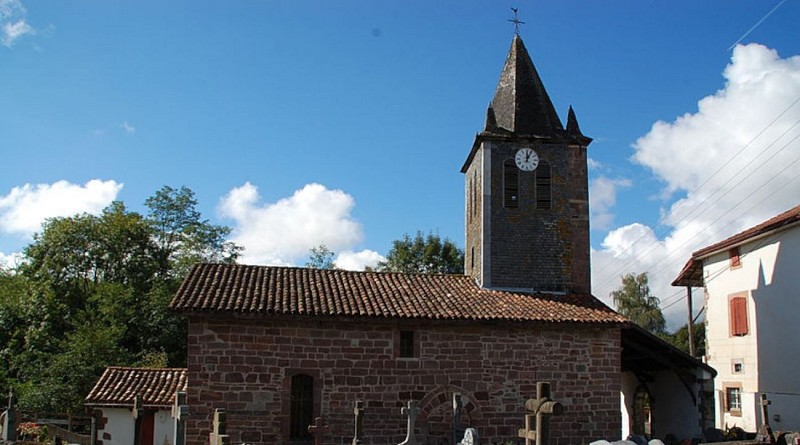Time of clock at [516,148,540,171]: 12:04
